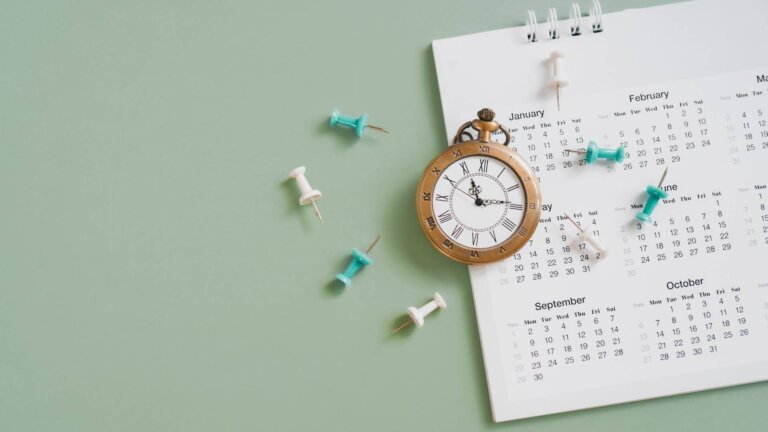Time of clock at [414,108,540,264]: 11:13
